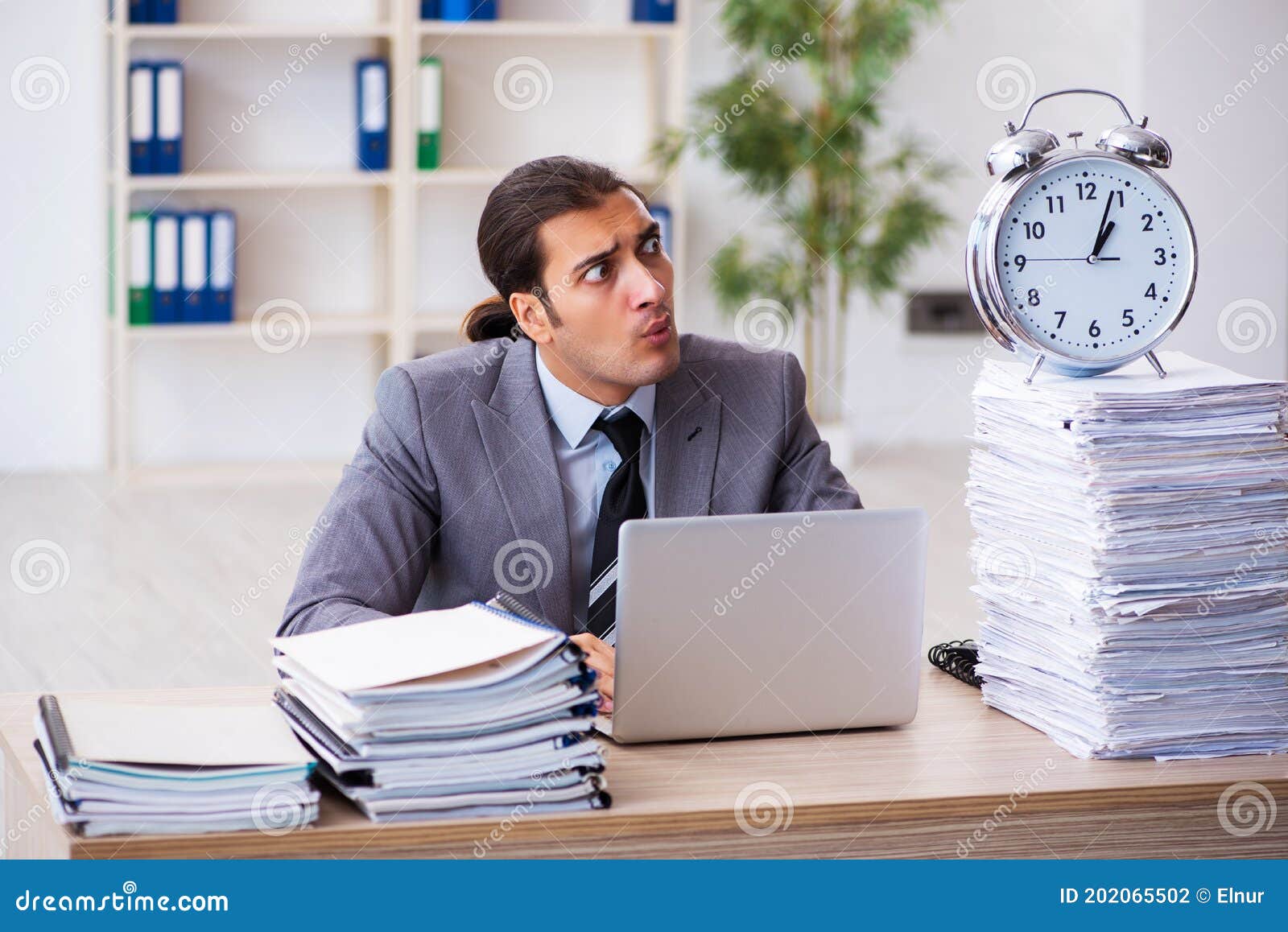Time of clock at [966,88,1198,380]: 1:03
